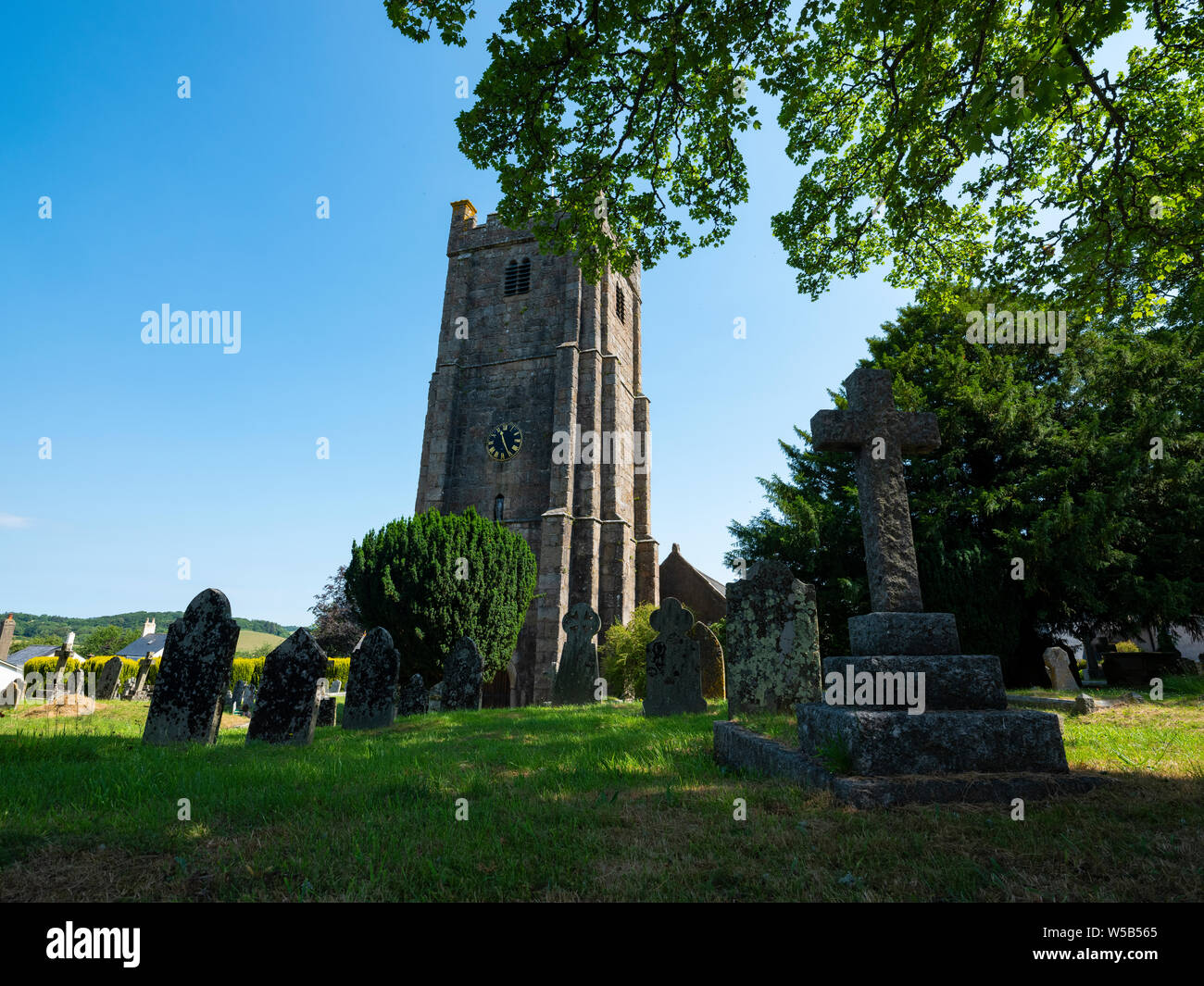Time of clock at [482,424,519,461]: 11:25
